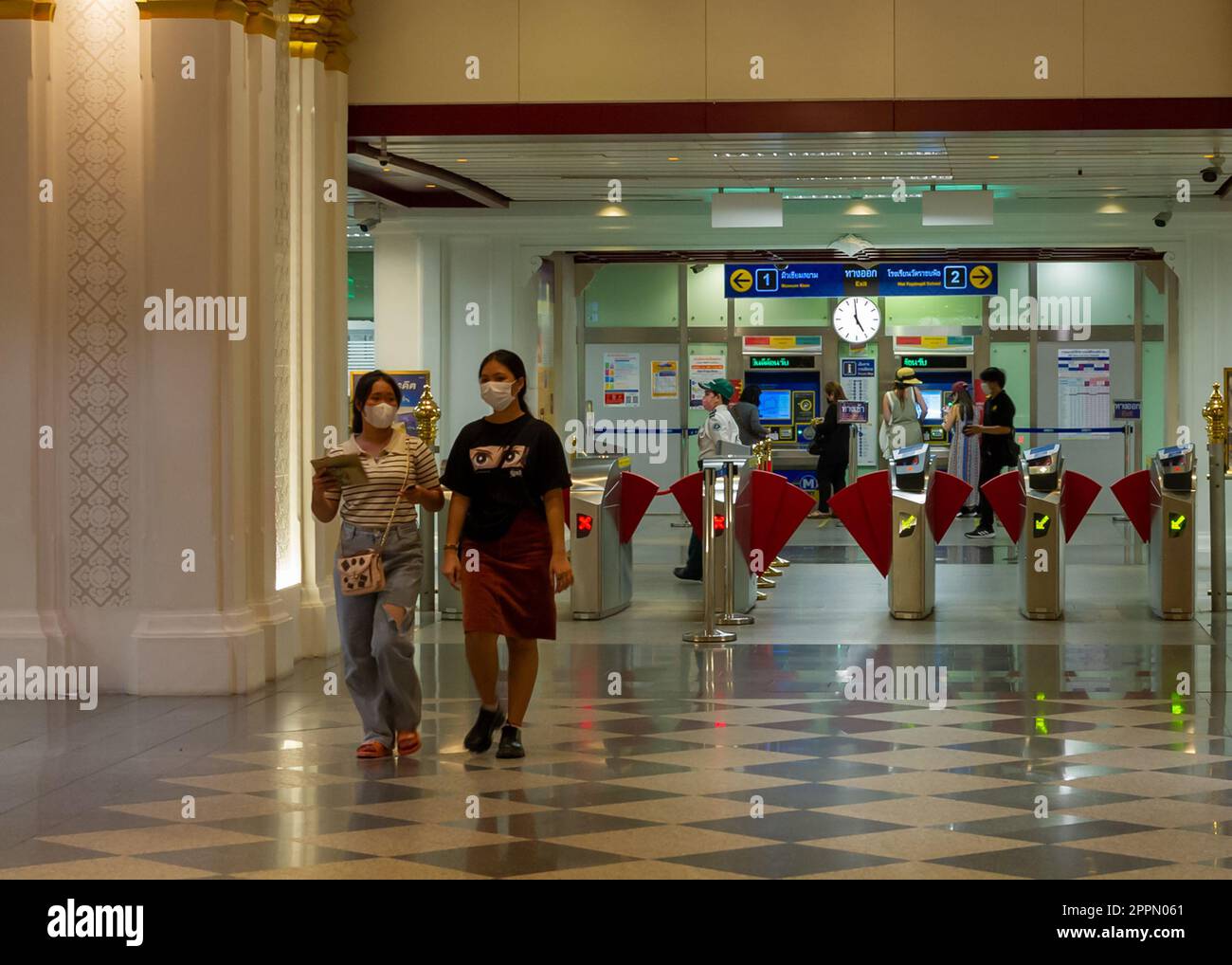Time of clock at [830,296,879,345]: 4:58
